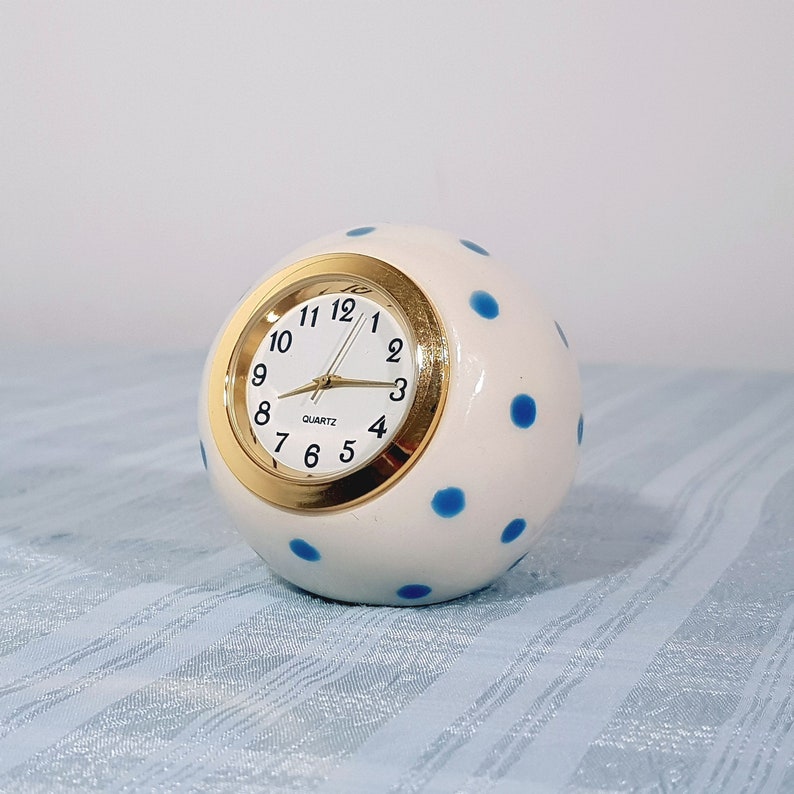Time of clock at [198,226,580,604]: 8:14
